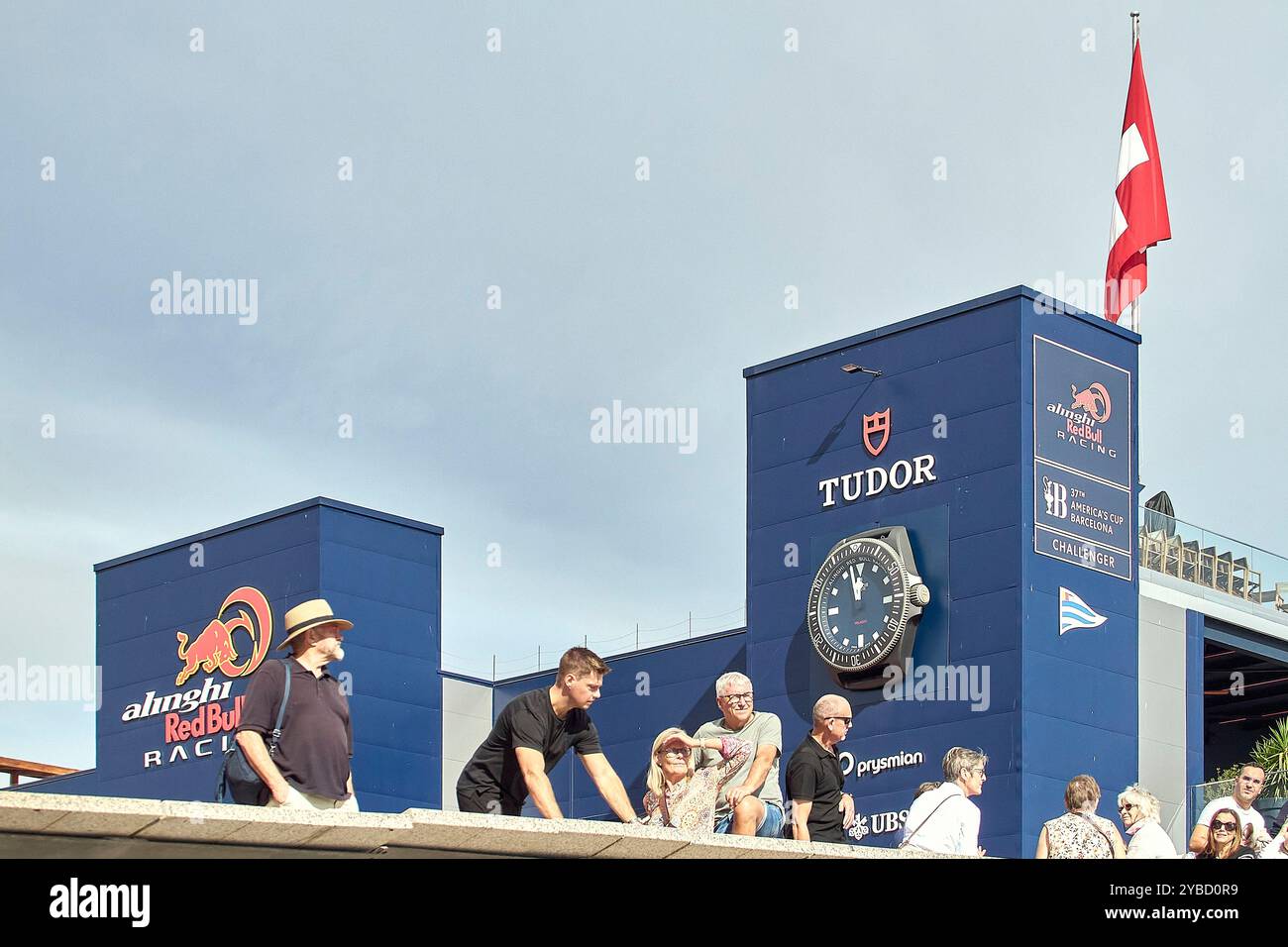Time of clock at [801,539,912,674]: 11:57
